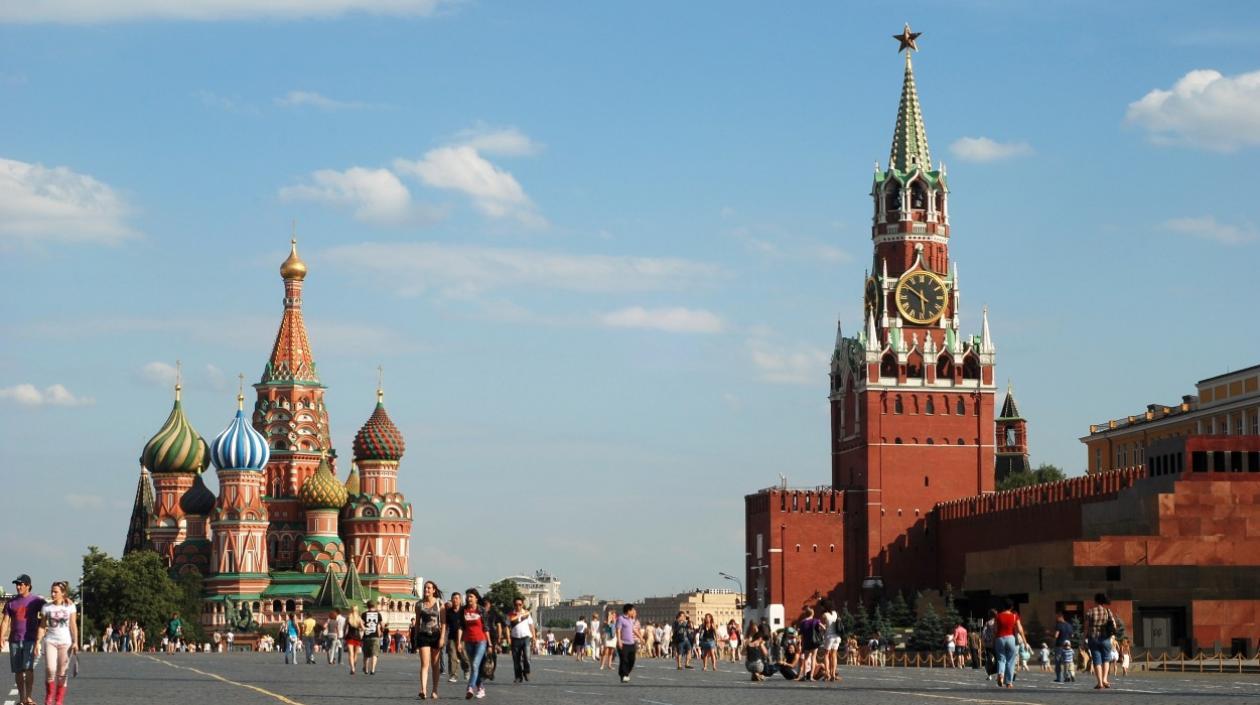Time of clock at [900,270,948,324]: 5:50
